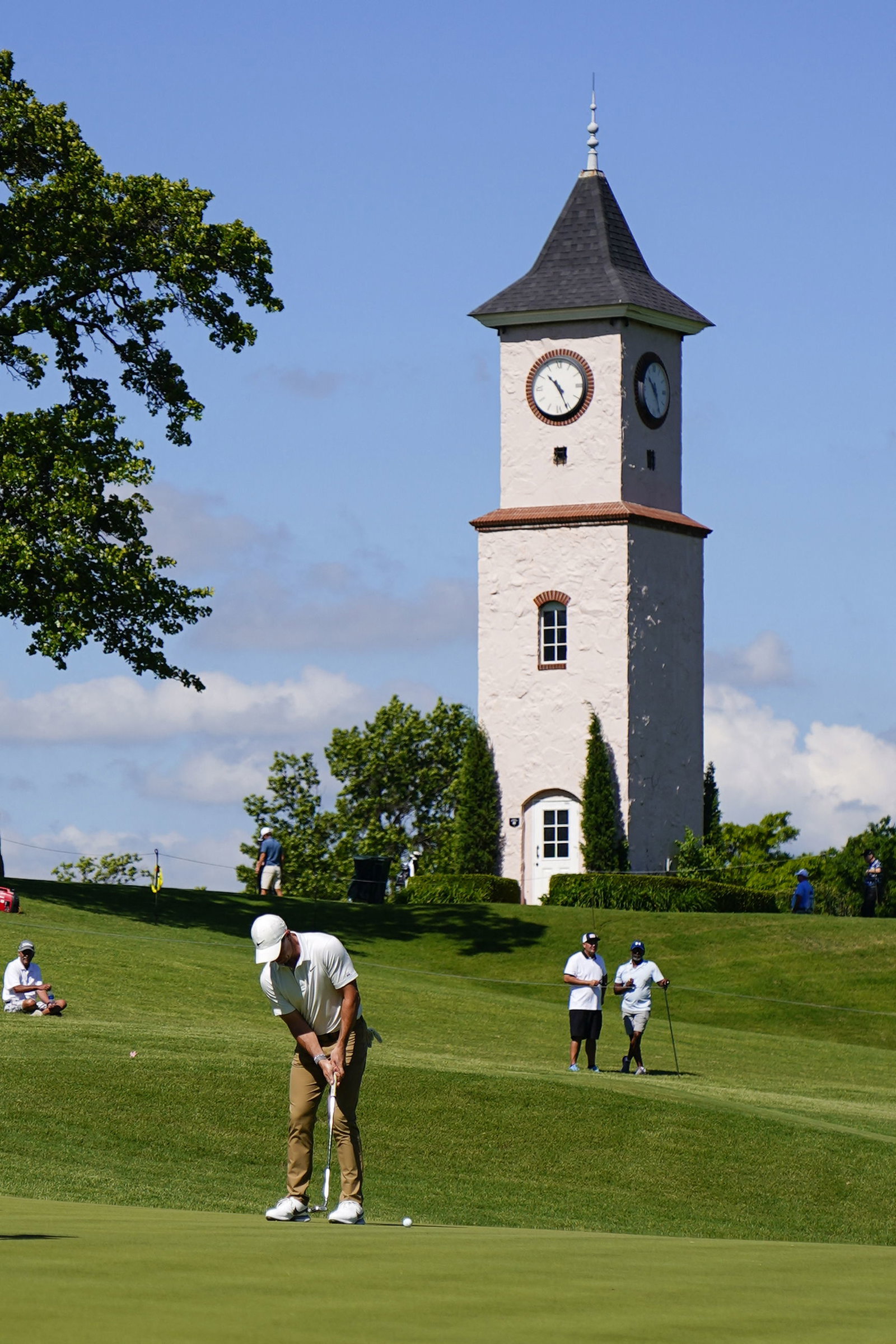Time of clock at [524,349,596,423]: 10:25
